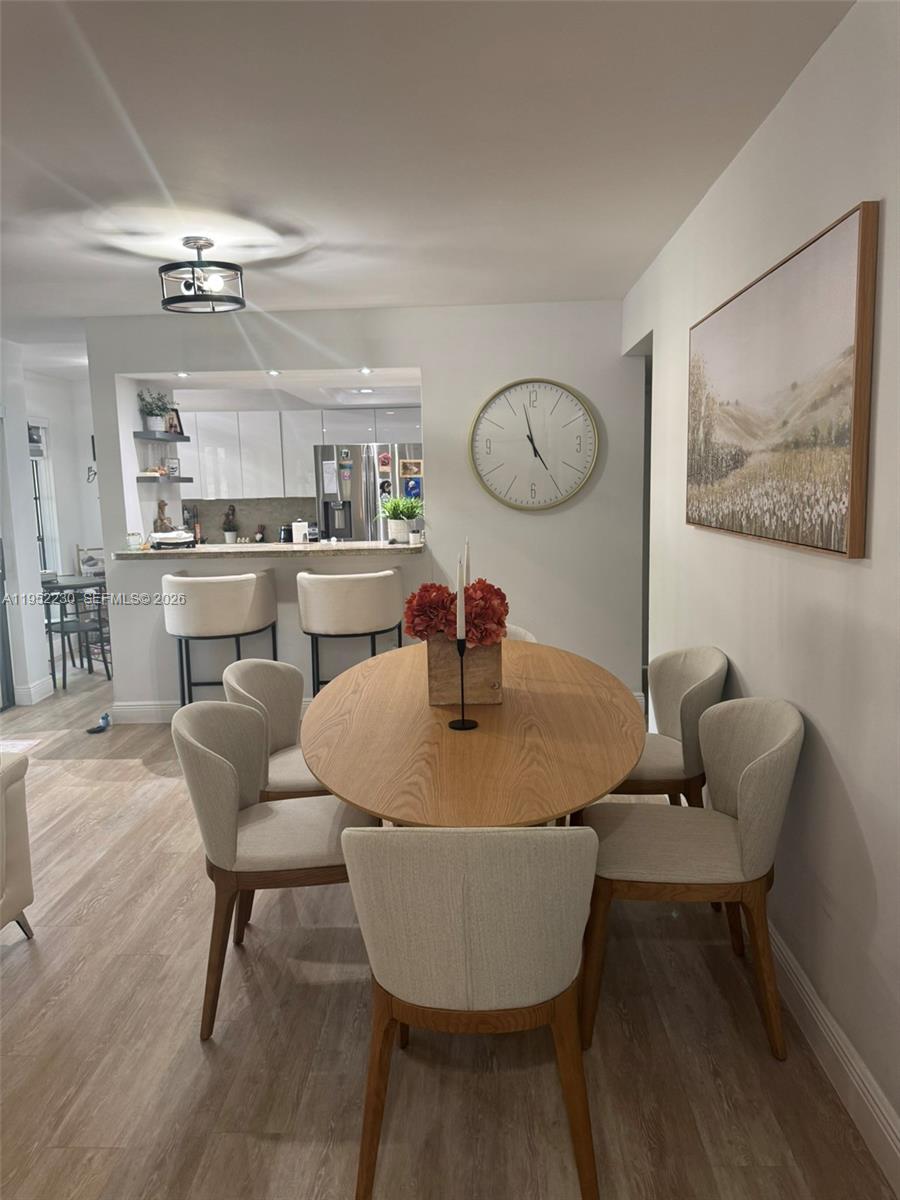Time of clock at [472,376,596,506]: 4:57
